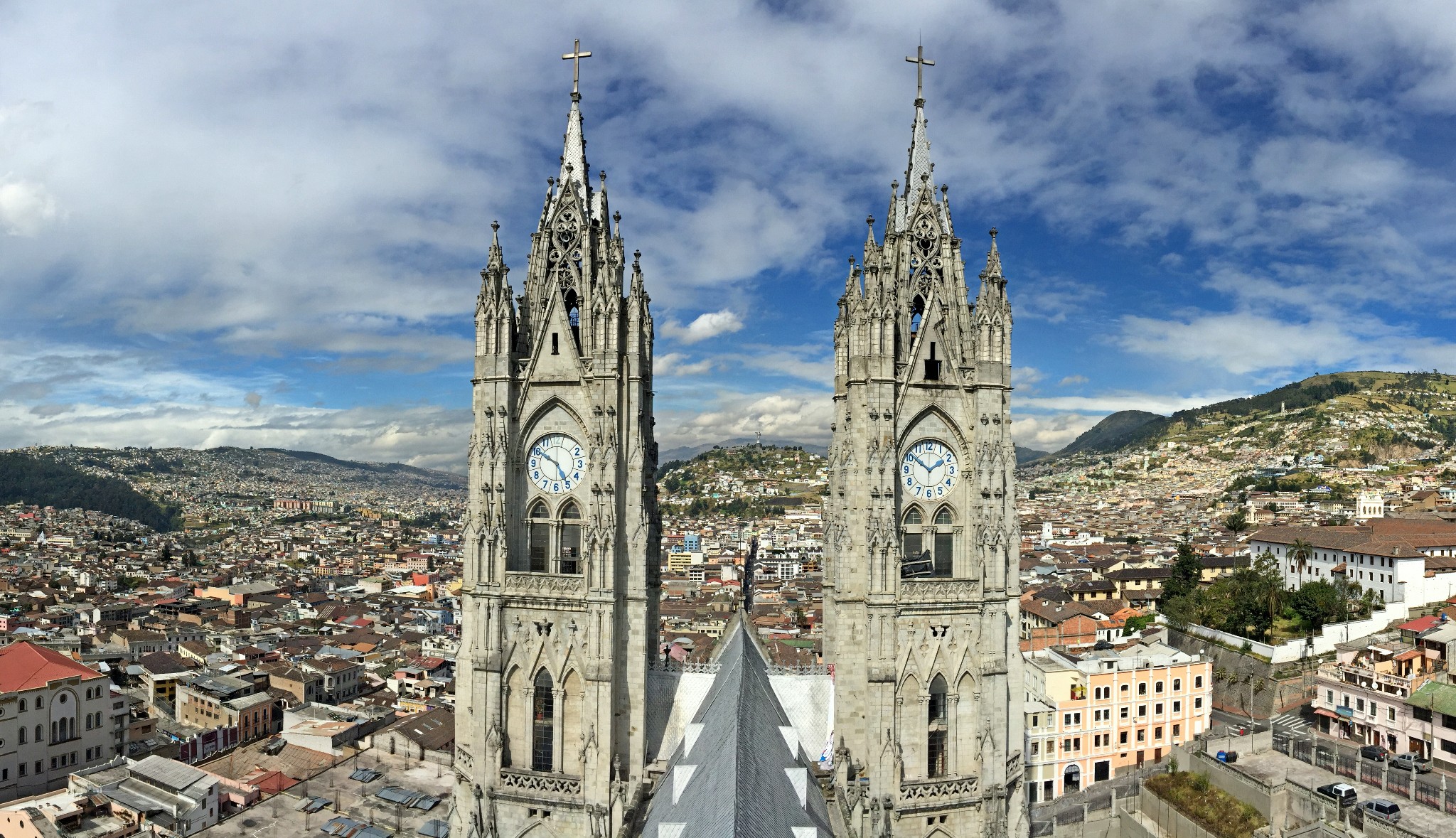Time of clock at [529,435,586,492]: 4:50
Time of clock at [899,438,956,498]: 1:51
